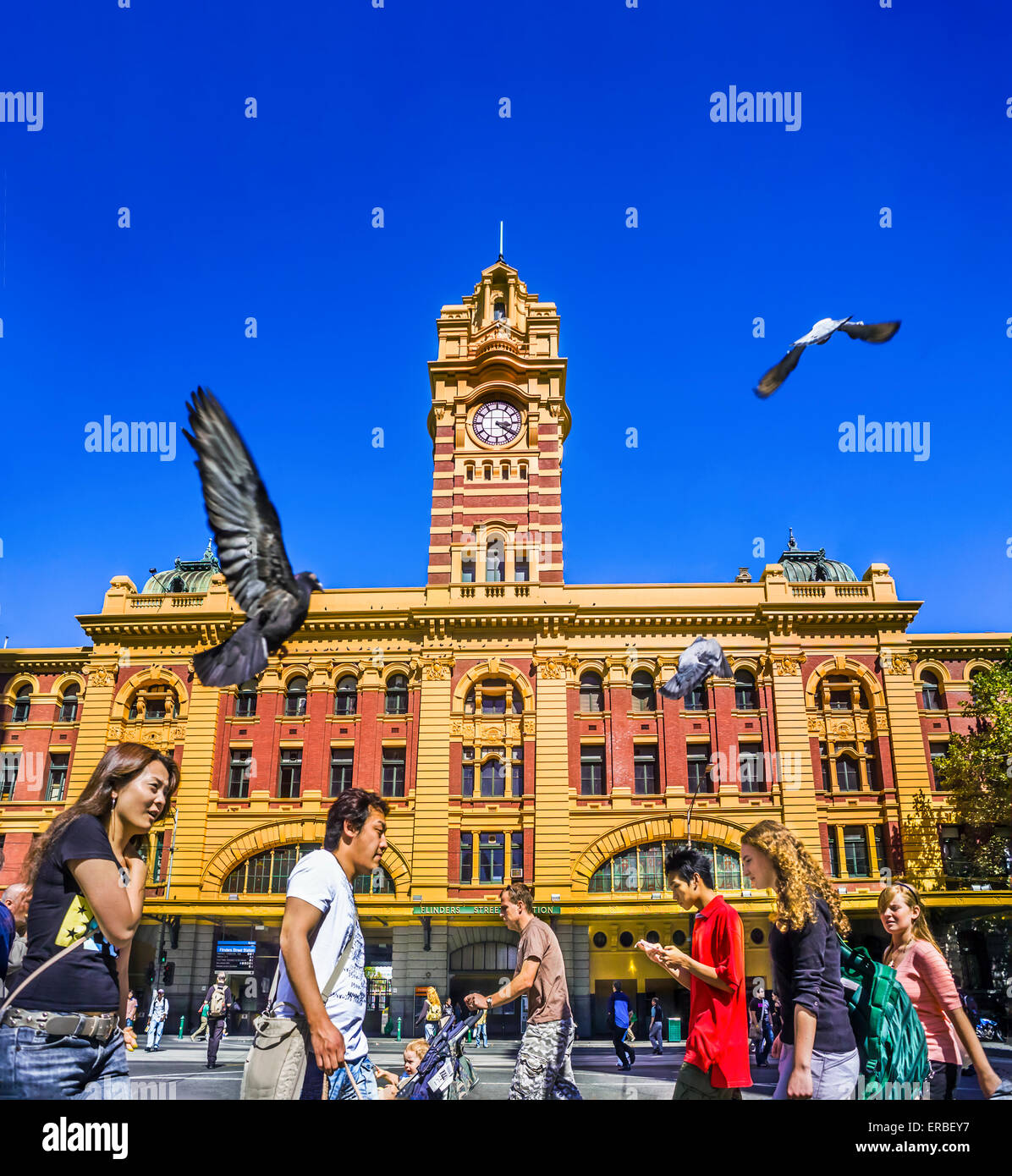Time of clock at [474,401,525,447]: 3:20
